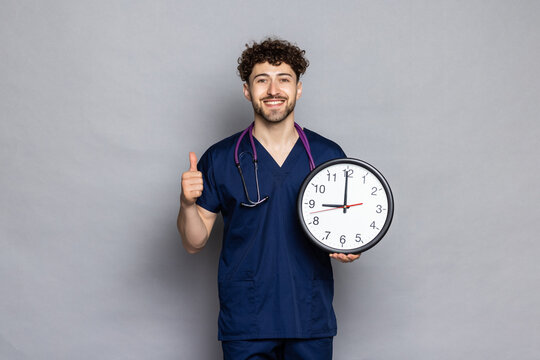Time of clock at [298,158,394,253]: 8:59
